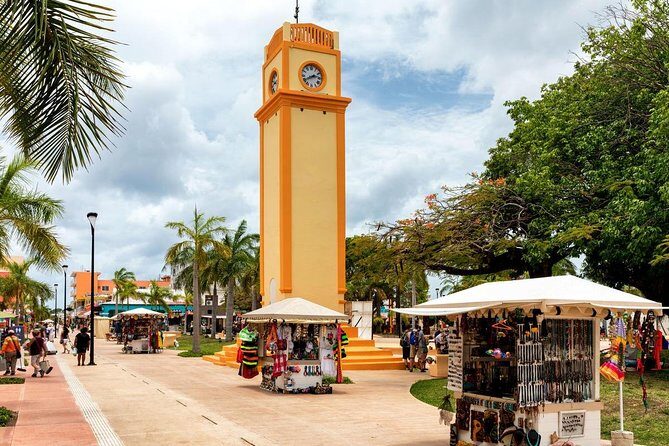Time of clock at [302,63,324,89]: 2:40
